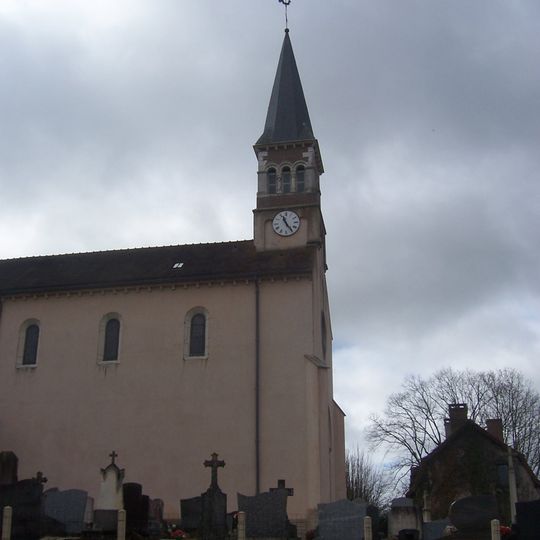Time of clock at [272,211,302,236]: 11:24
